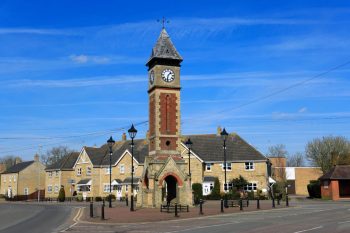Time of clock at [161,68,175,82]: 1:32
